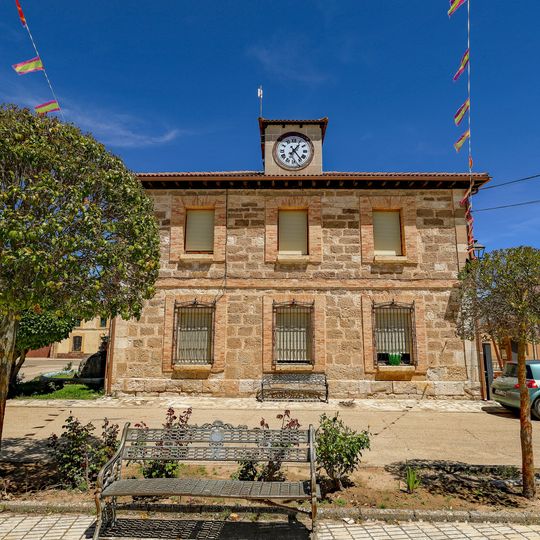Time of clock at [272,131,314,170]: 1:23
